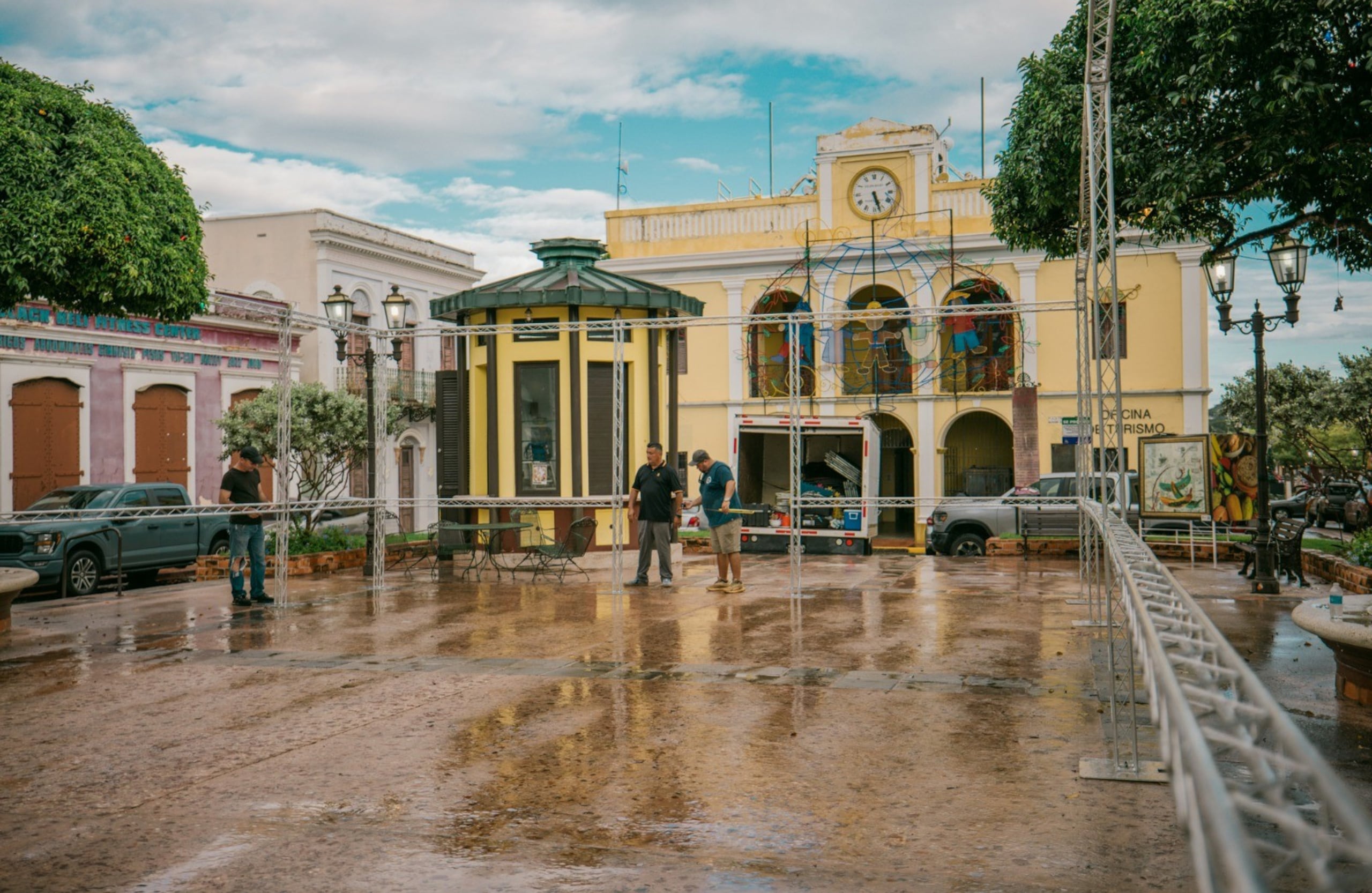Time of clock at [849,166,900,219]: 5:26
